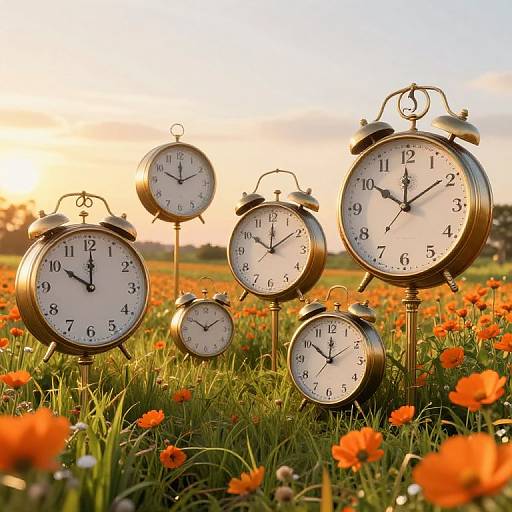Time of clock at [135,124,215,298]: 10:00
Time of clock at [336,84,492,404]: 10:00
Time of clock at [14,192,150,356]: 10:00
